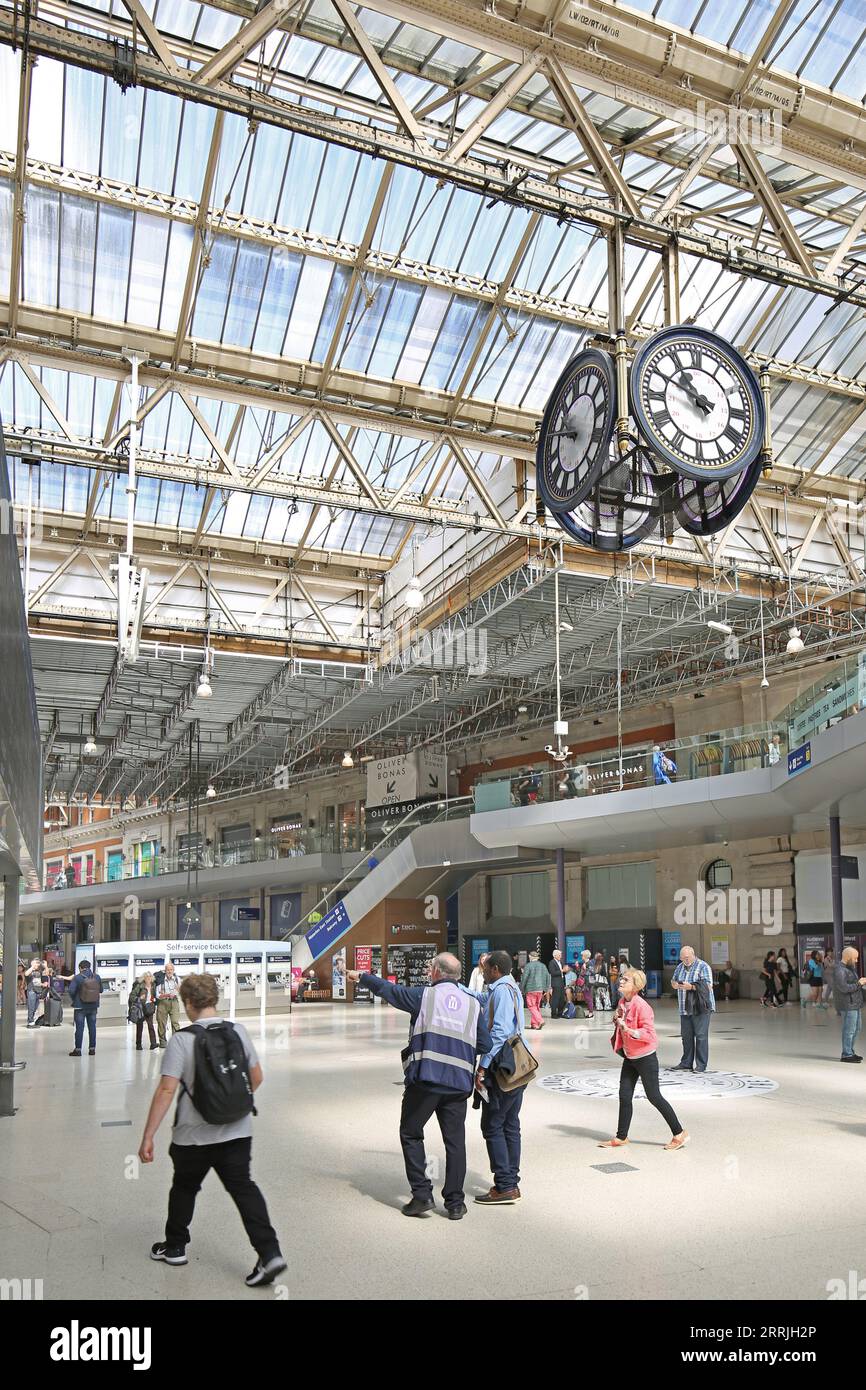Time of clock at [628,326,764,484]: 10:49
